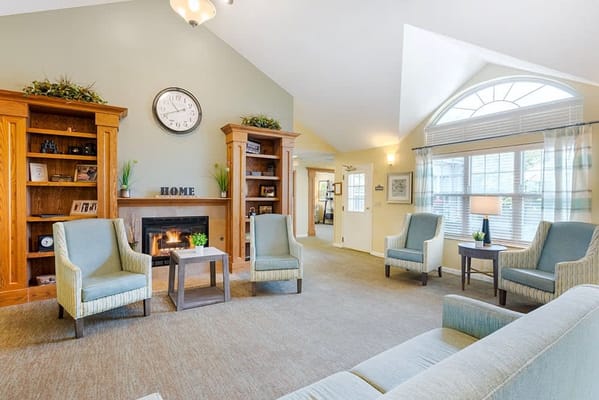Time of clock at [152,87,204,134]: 10:41
